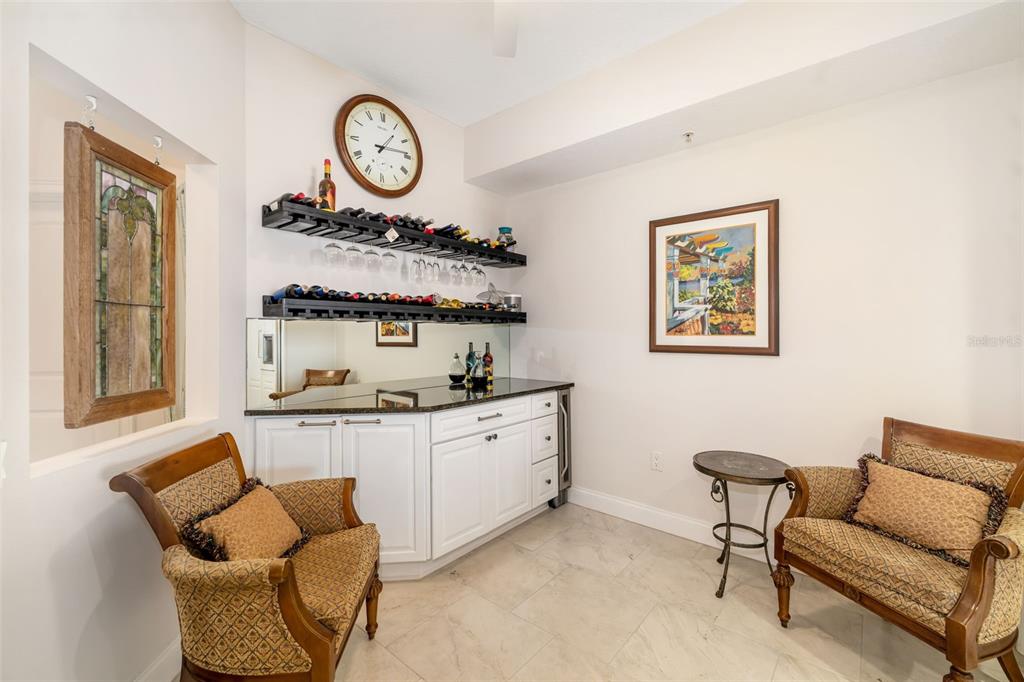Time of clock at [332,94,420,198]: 1:13
